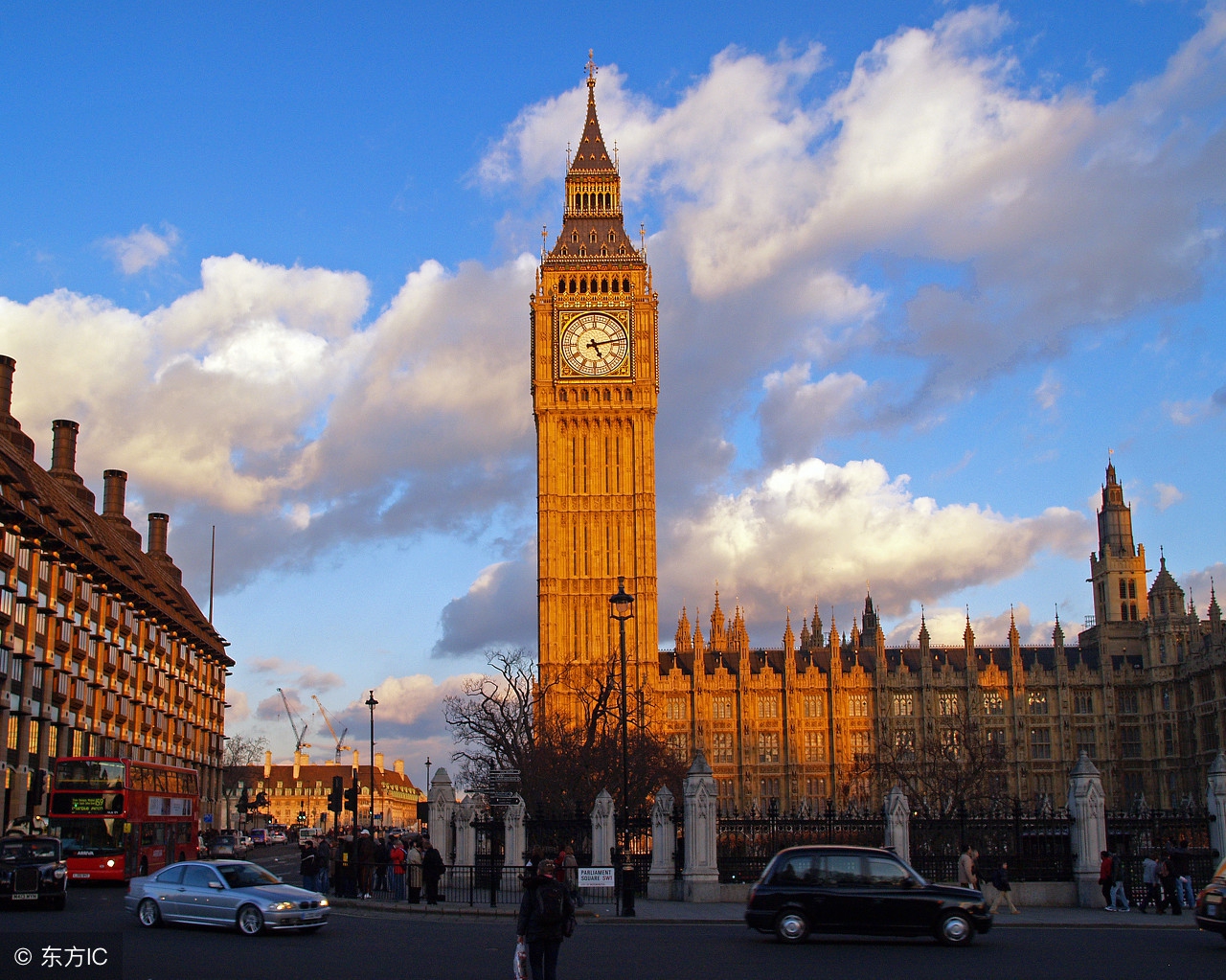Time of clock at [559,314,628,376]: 5:13
